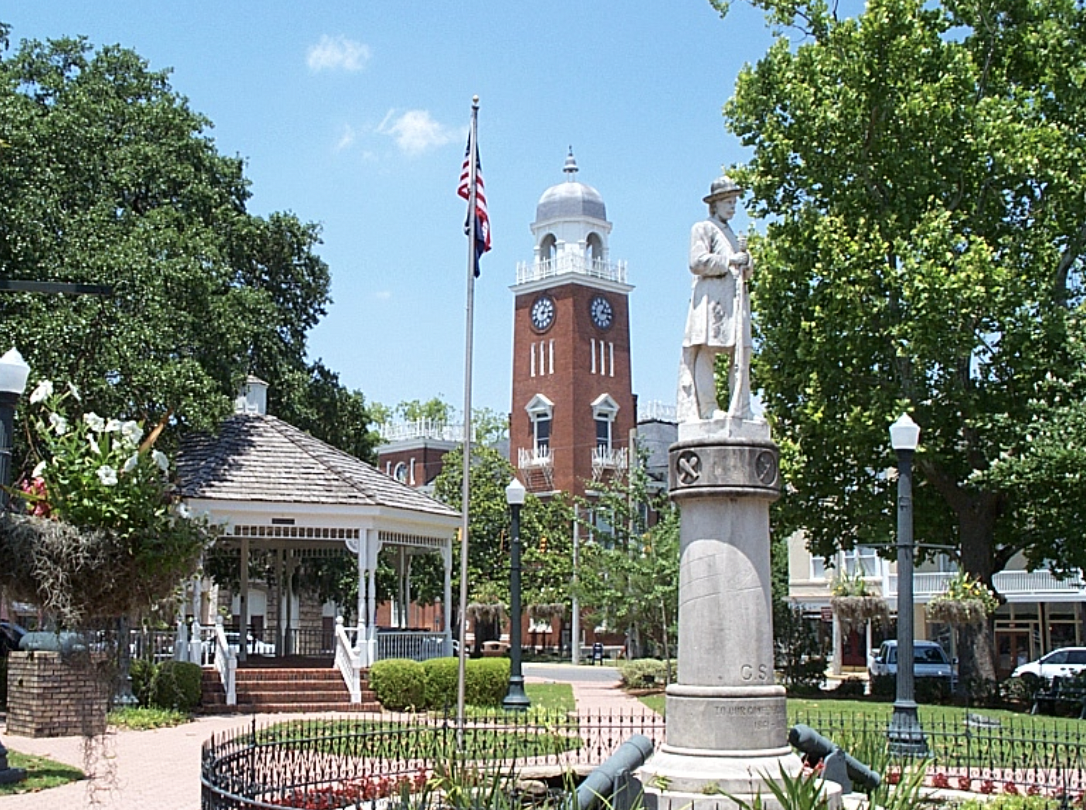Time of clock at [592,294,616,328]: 1:16
